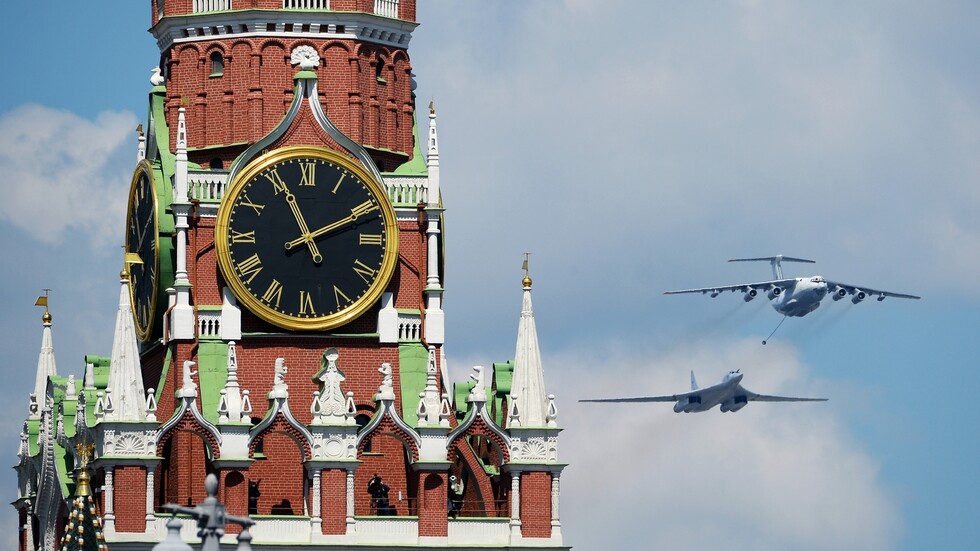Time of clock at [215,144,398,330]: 11:10
